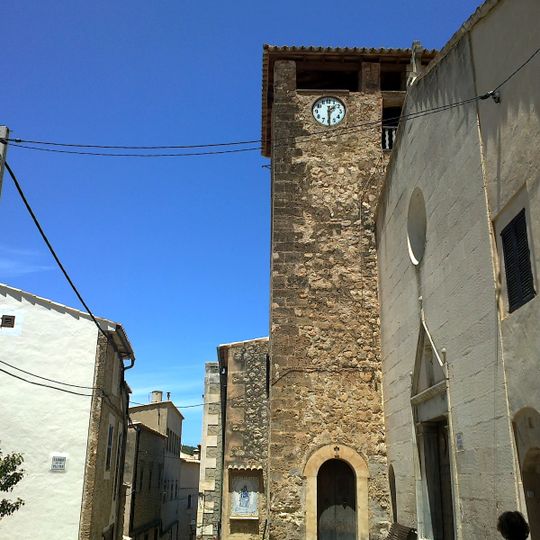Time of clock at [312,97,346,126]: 1:29
